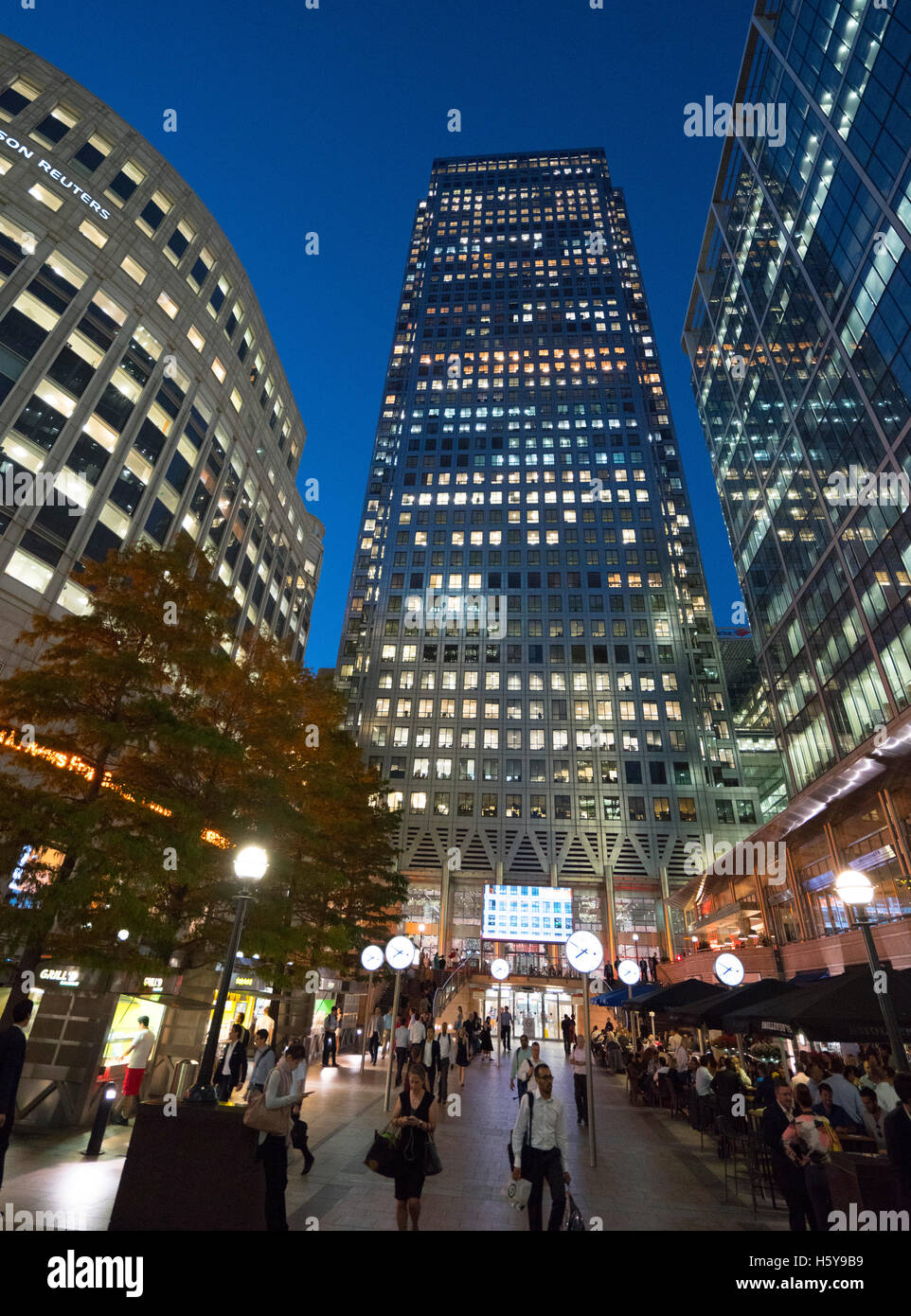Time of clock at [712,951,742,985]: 7:49
